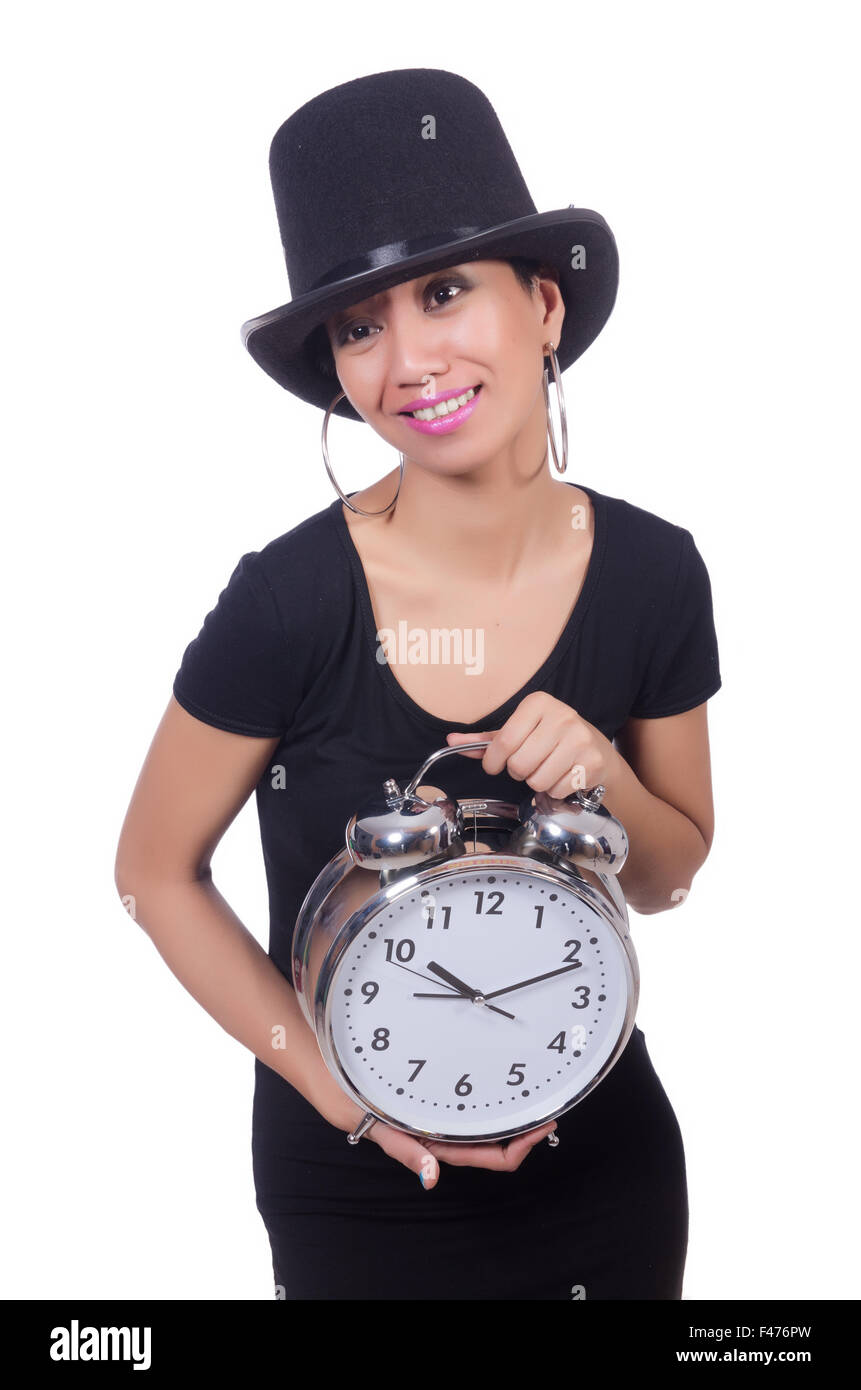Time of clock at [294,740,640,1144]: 10:11
